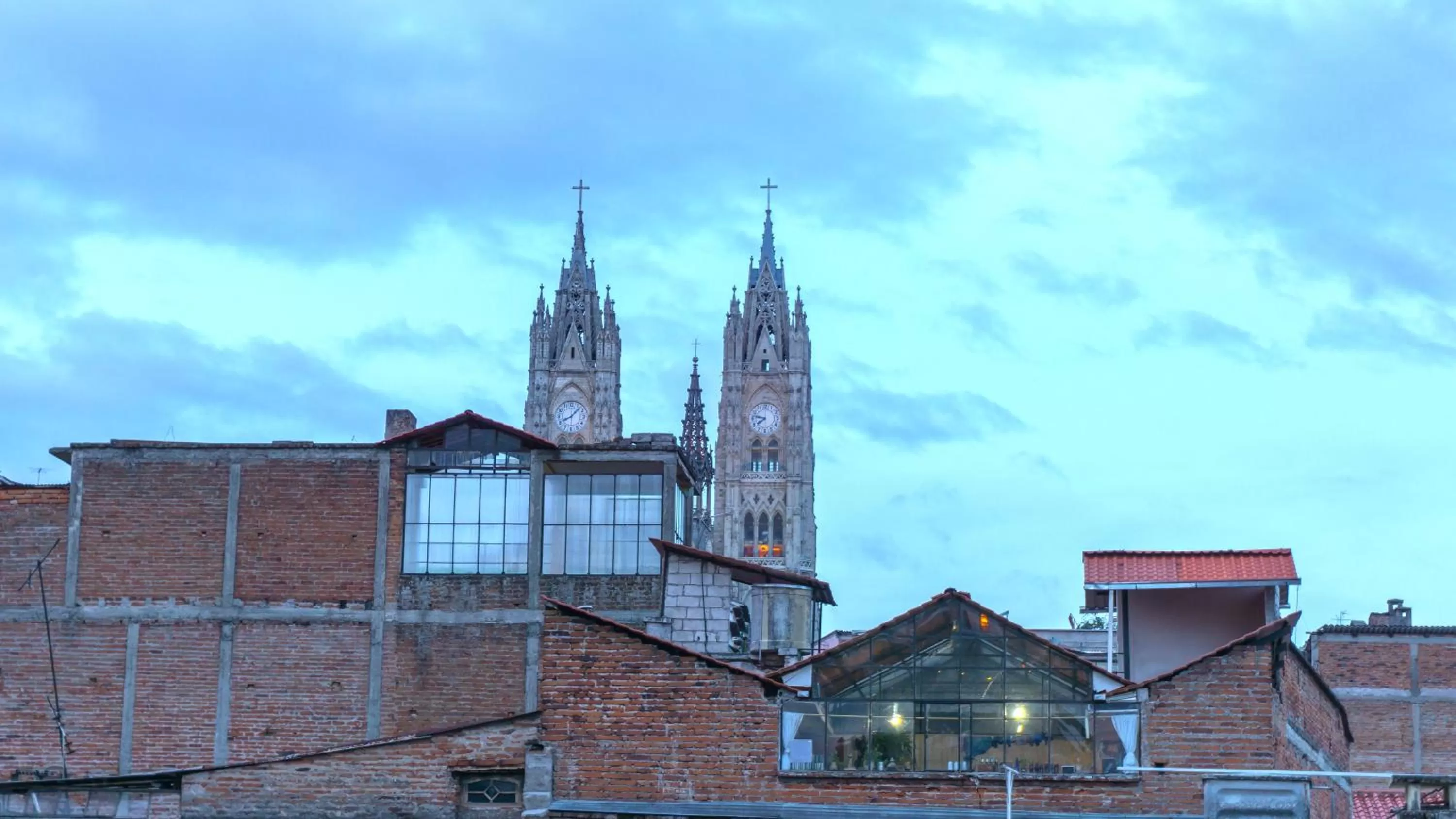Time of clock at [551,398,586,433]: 8:07
